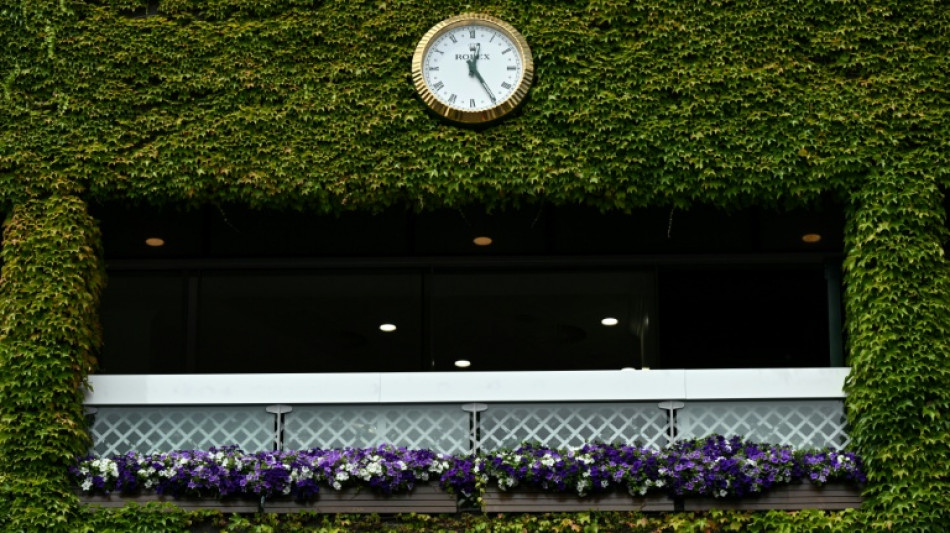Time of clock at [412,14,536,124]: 12:24
